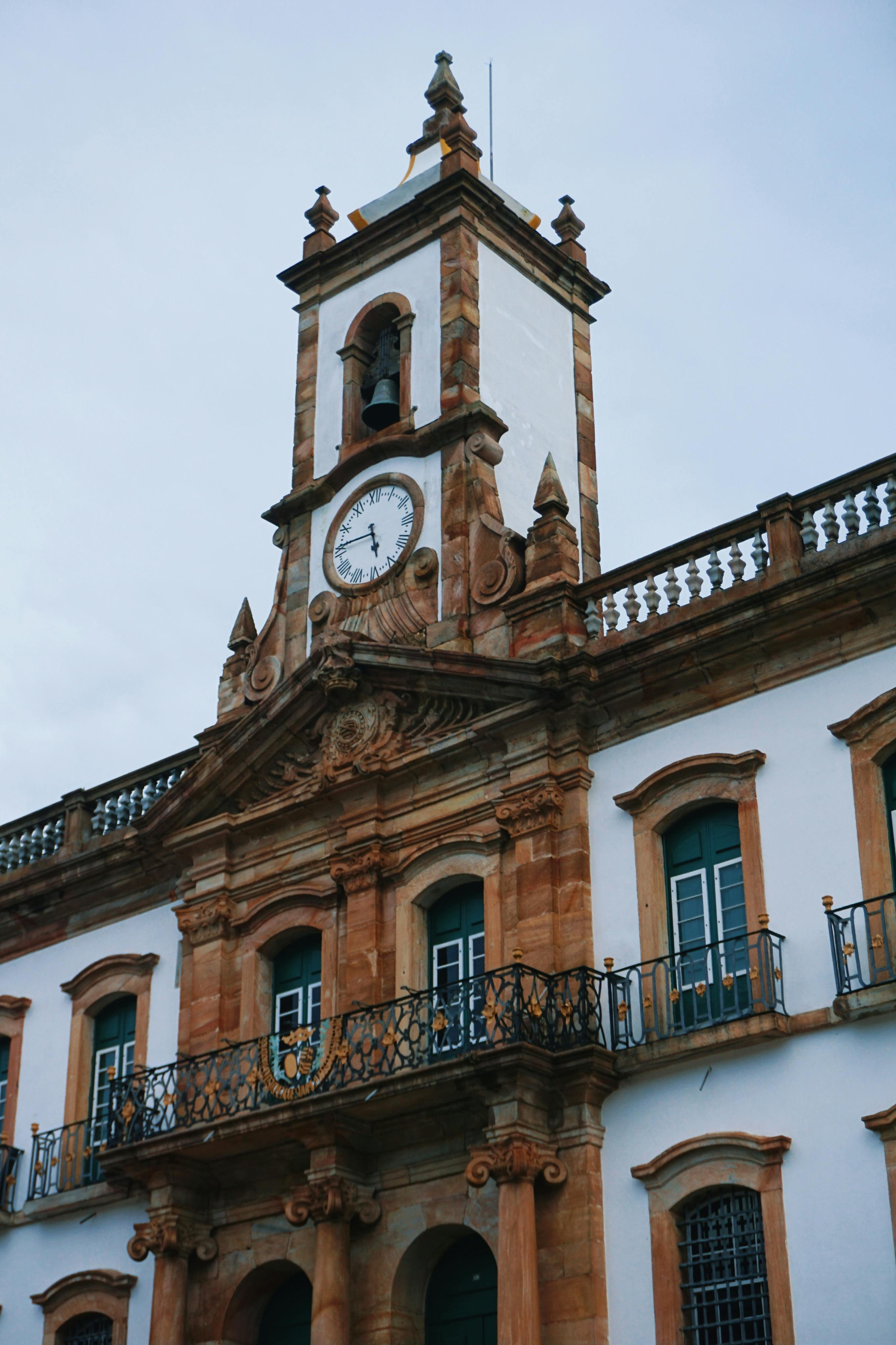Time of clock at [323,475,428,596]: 5:45
